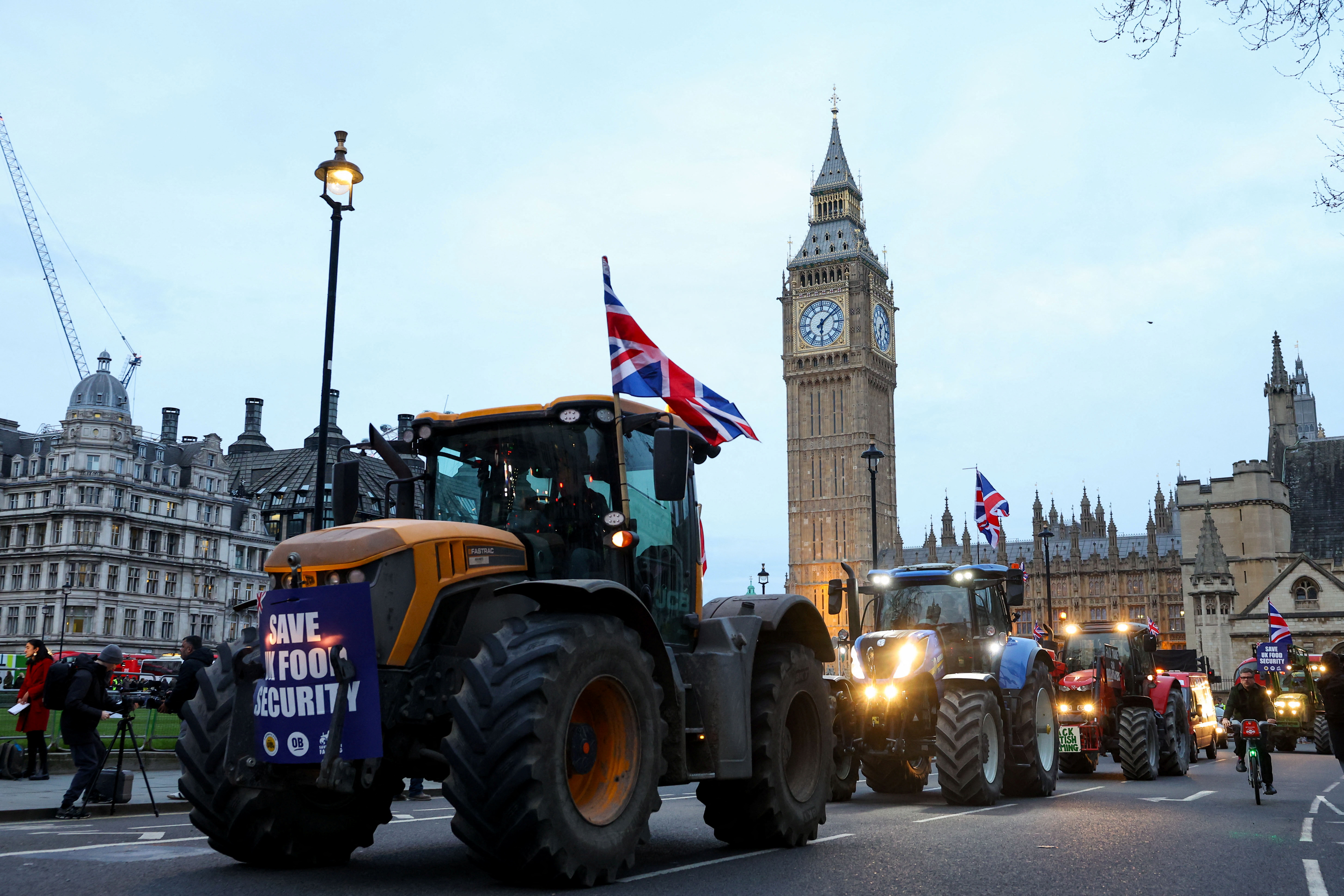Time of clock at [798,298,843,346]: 6:08
